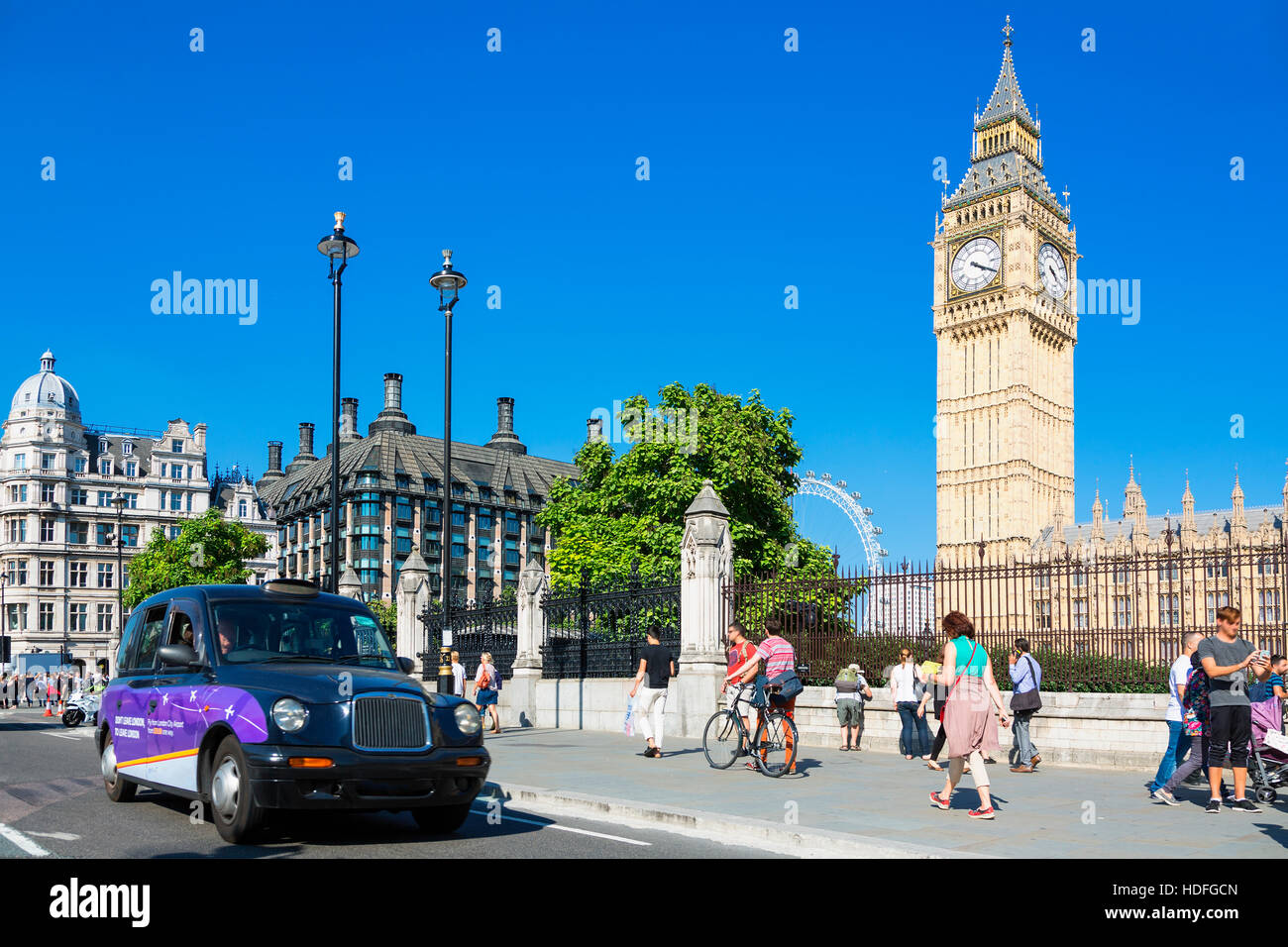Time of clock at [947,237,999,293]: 4:19
